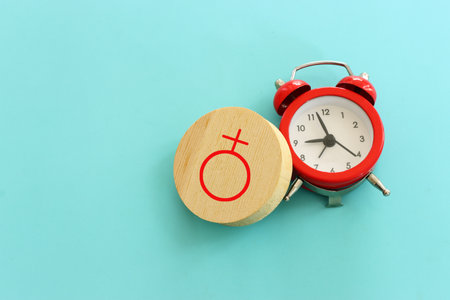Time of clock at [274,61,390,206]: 8:57
